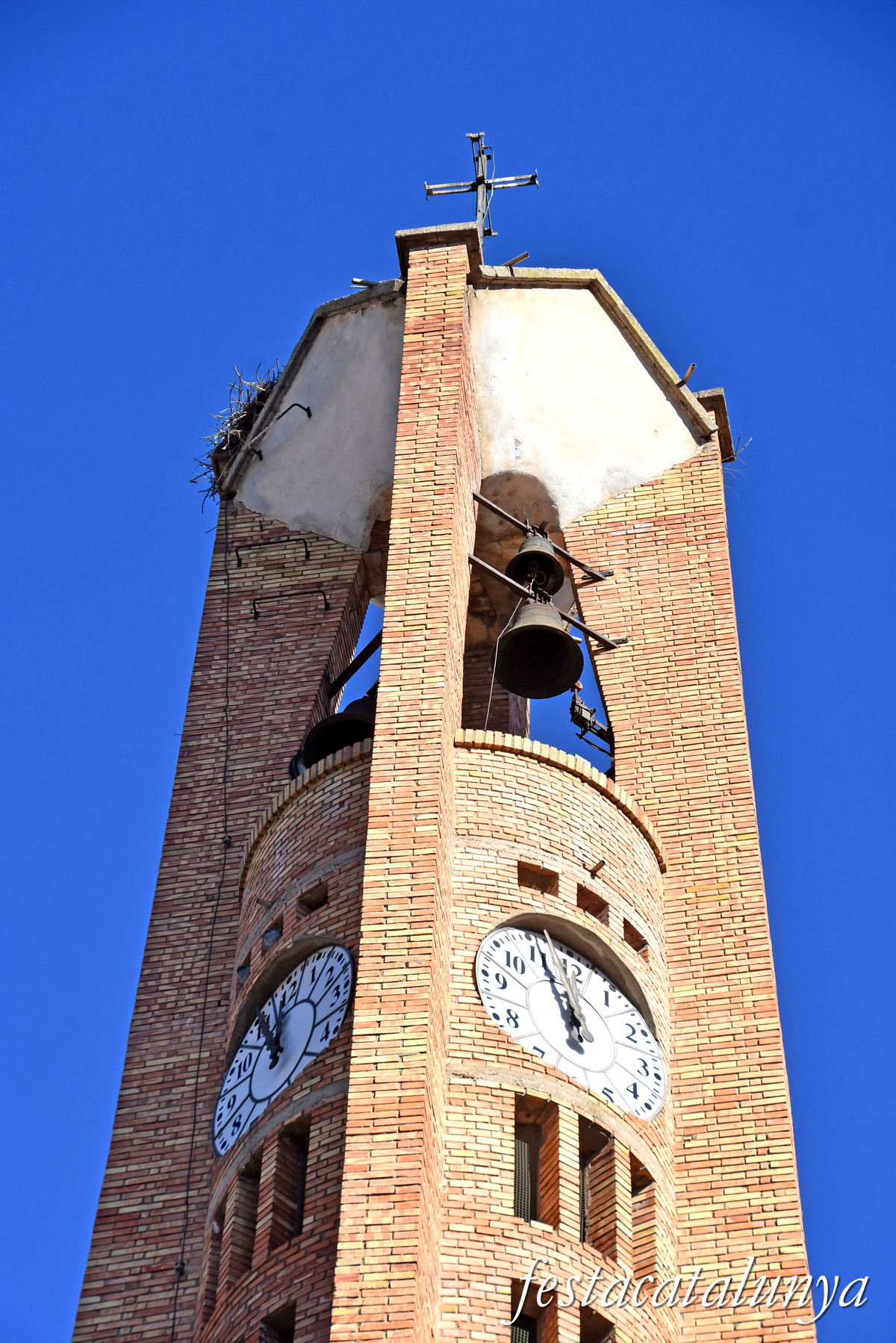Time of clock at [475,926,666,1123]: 11:56
